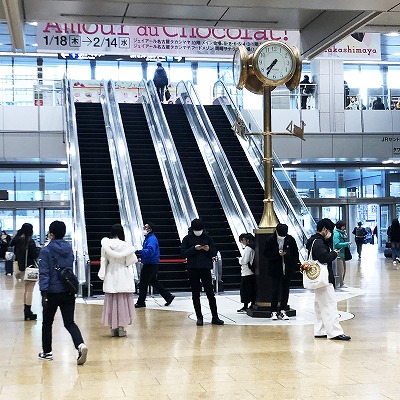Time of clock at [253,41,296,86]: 7:35
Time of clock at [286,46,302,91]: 7:35
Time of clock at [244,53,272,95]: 7:35
